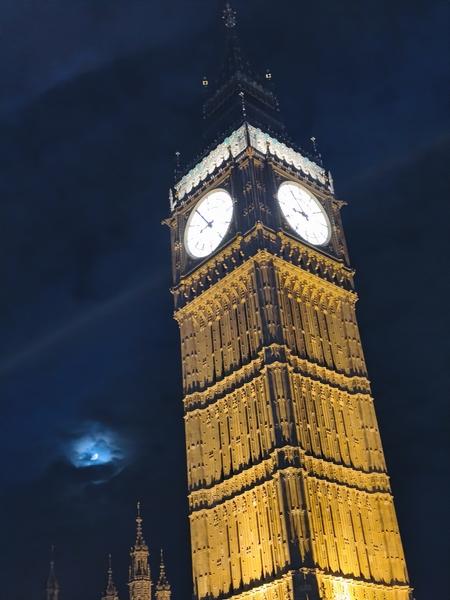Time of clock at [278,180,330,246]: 8:54
